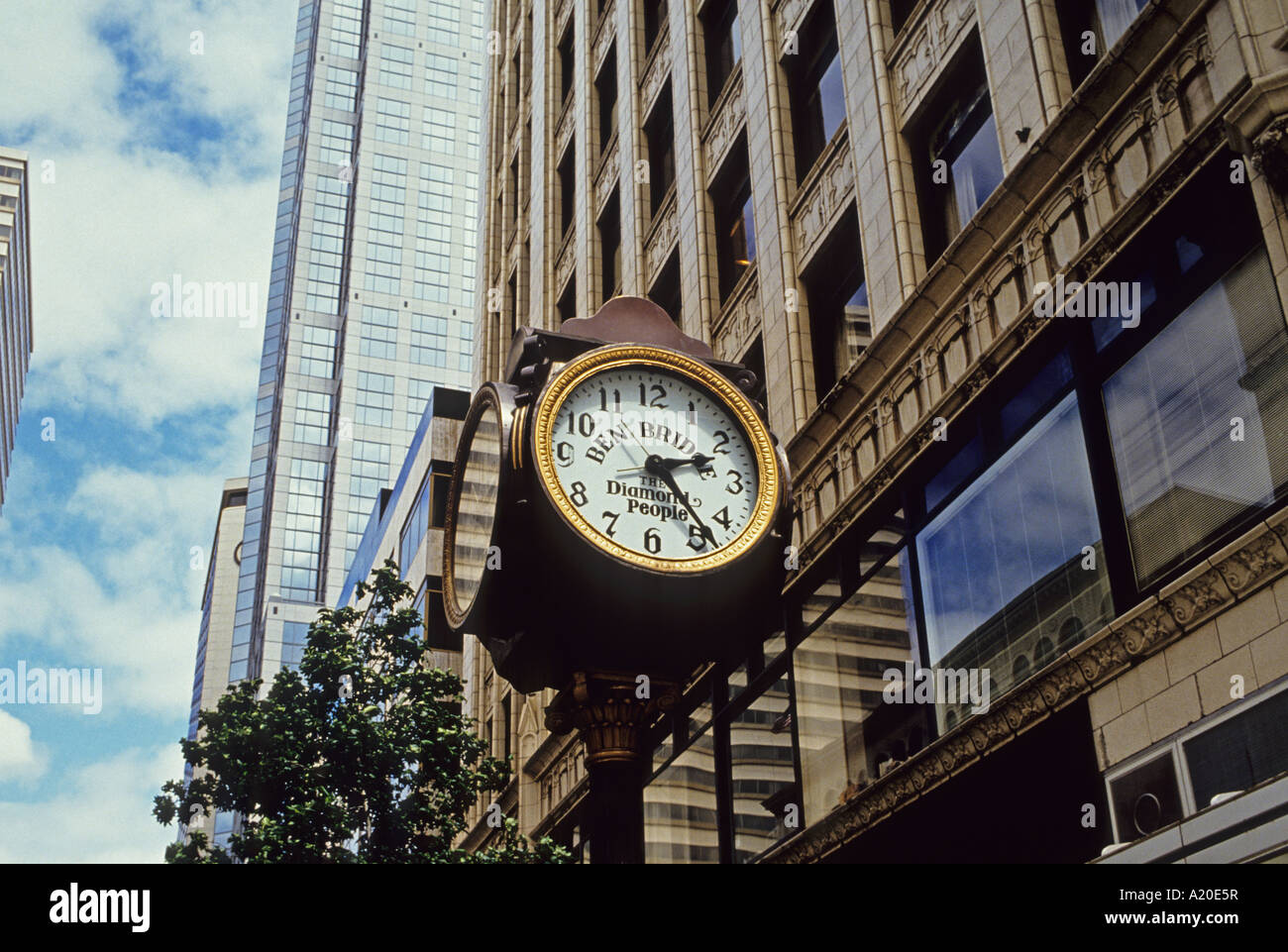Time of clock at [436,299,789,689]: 2:23
